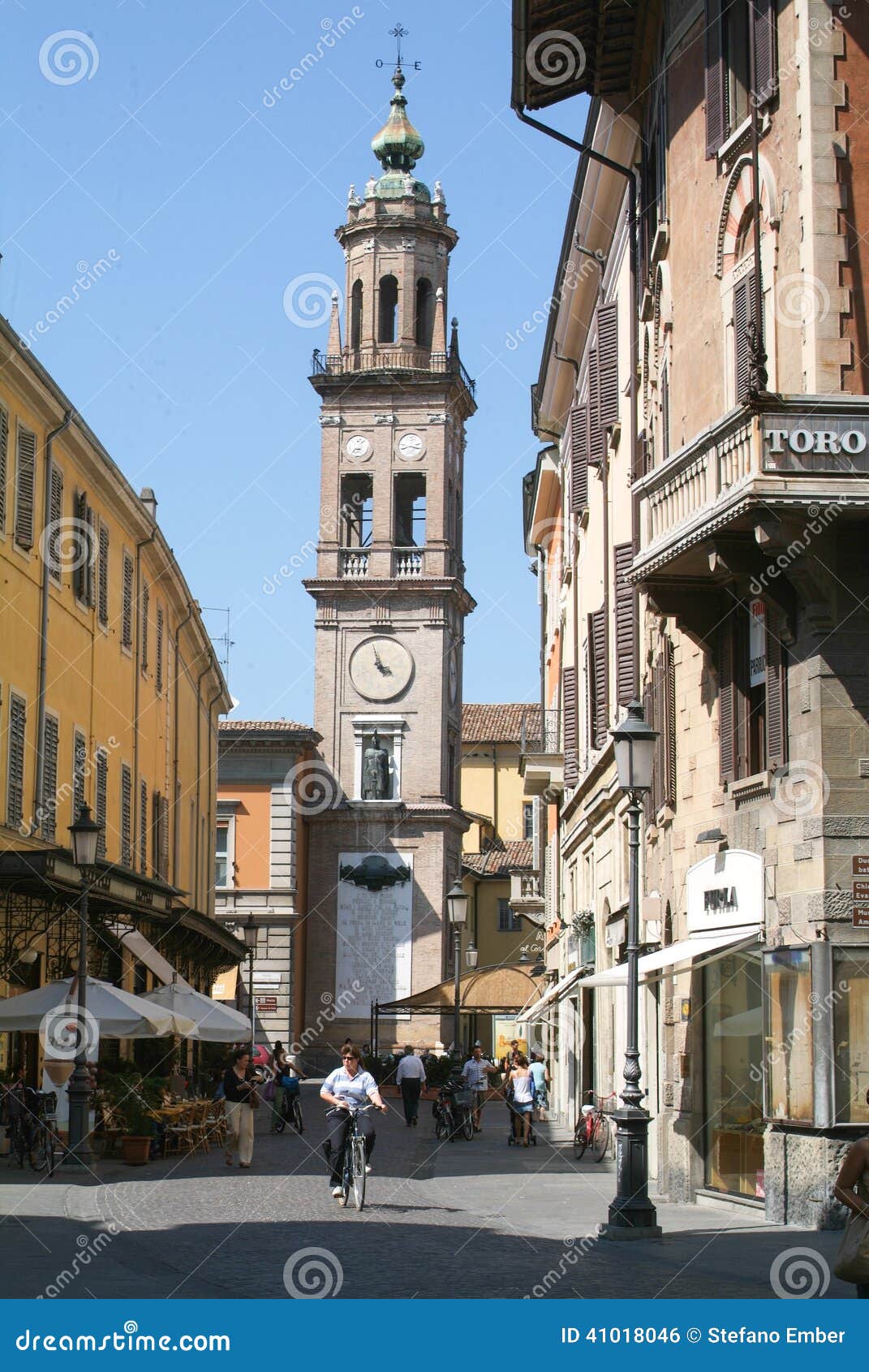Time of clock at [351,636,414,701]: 3:57
